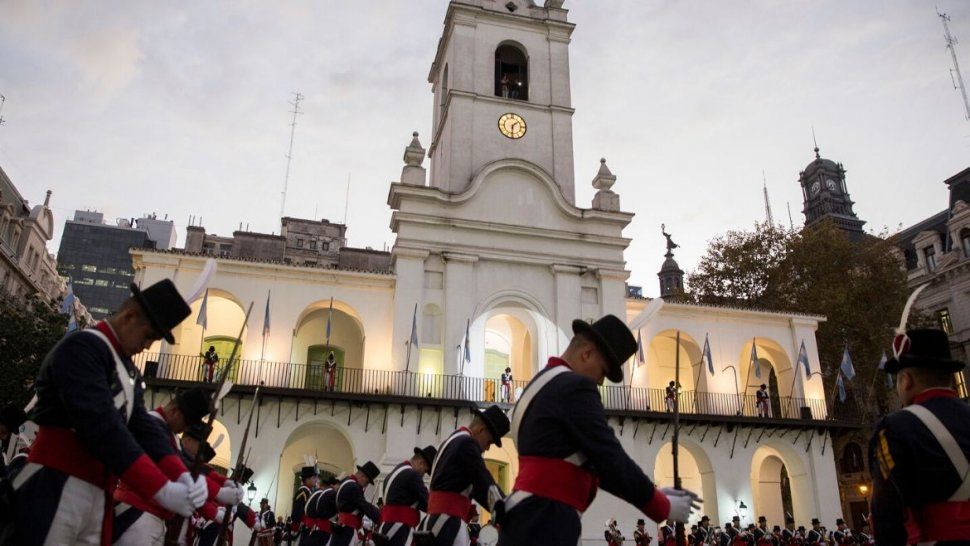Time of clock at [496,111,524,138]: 1:31
